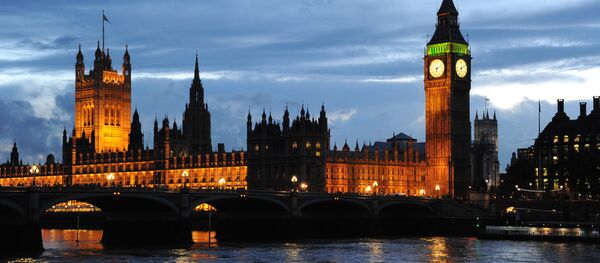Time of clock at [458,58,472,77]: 6:10
